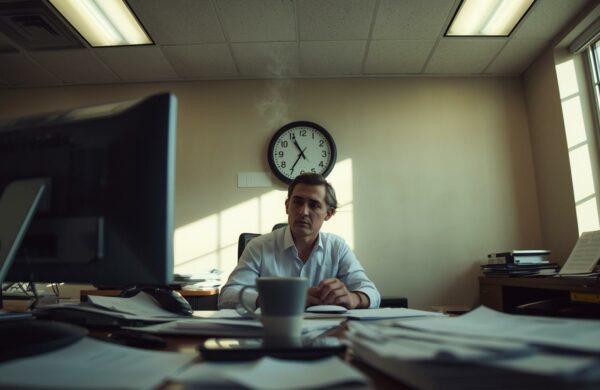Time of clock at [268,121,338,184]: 10:35
